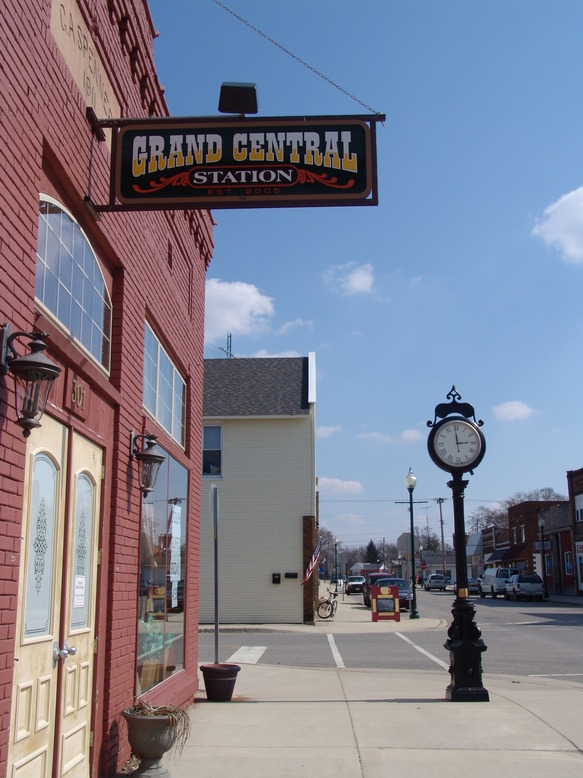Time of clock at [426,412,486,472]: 2:59
